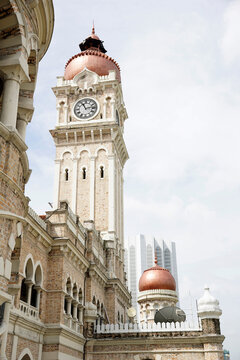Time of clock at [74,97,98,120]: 11:13
